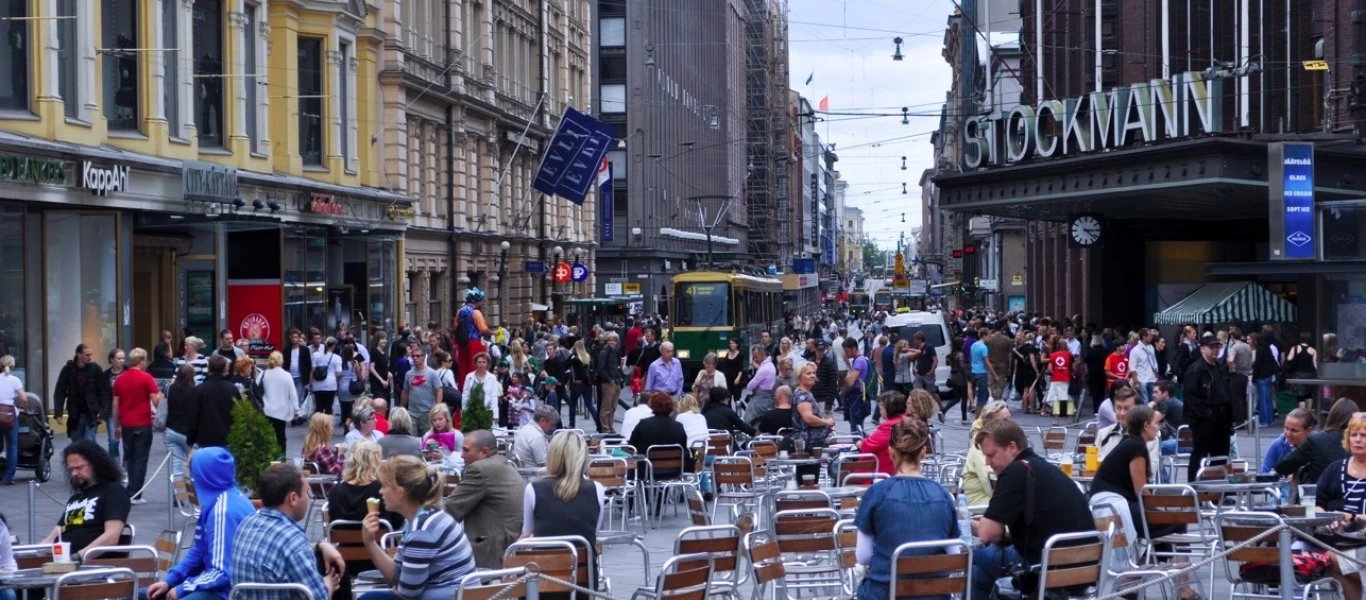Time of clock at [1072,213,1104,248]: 4:14
